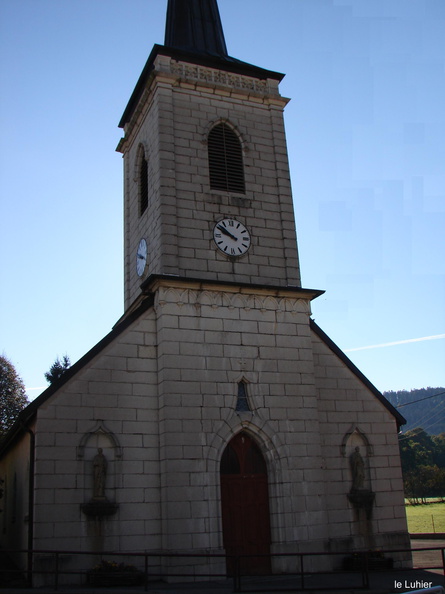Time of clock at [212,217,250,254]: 9:51
